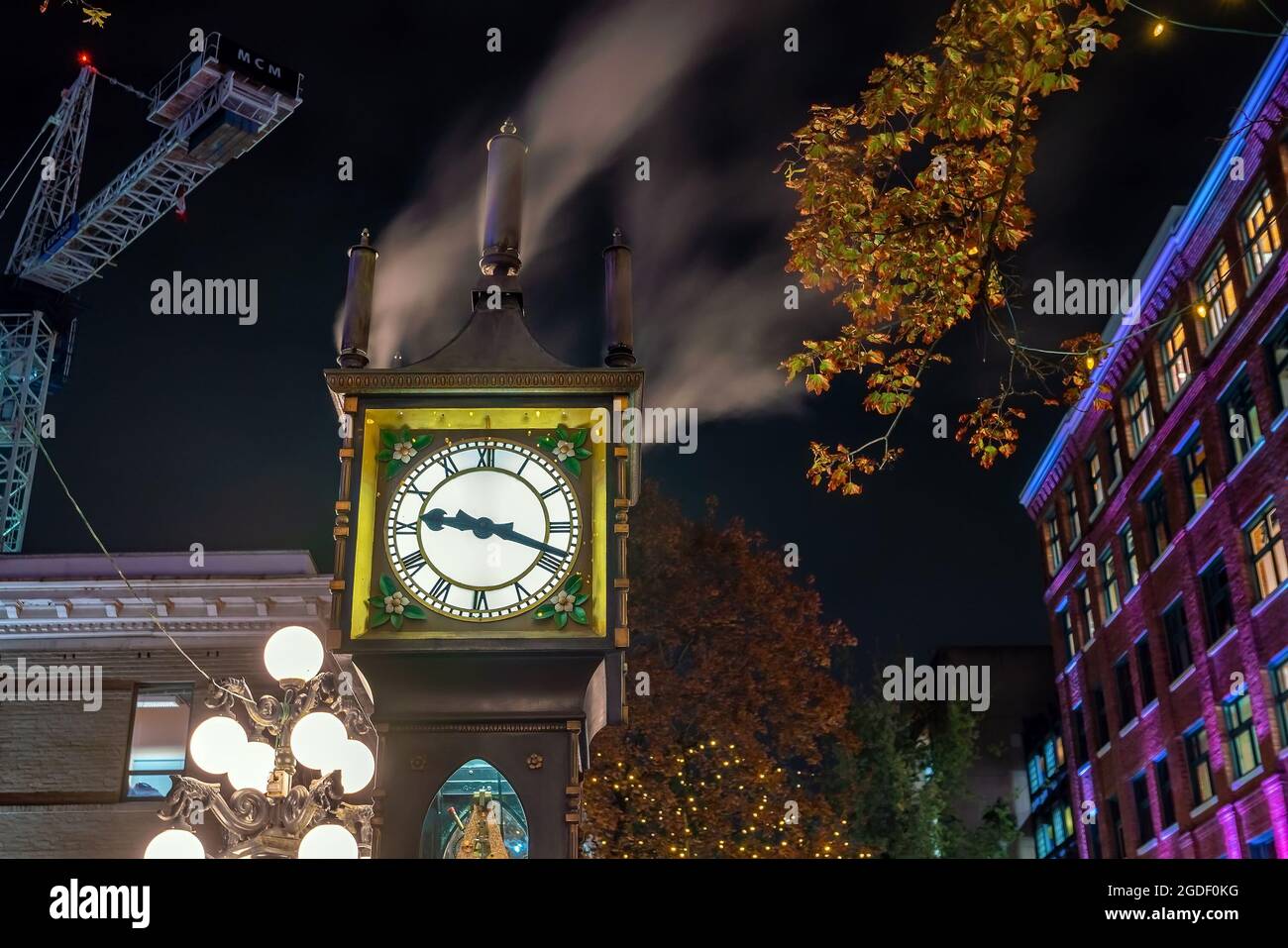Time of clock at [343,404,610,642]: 9:18
